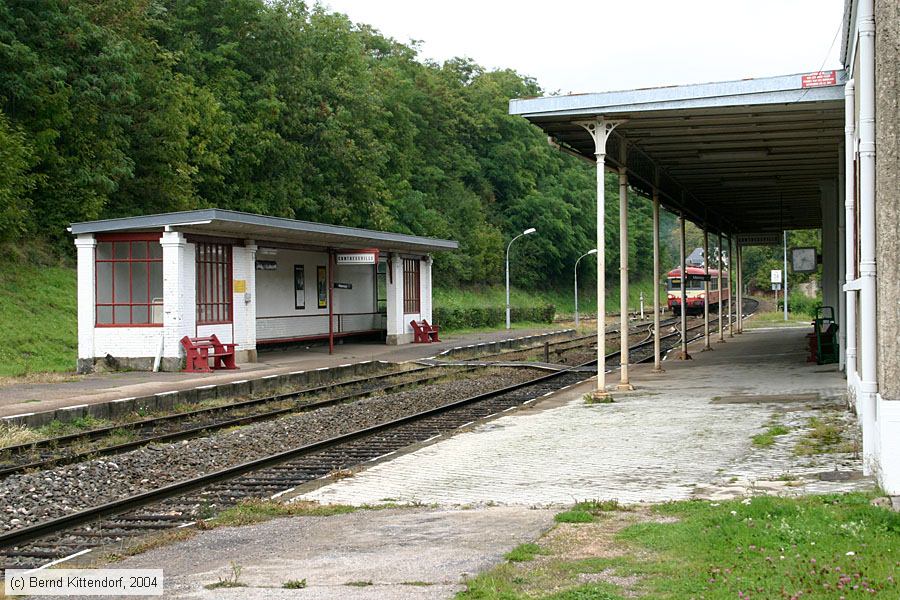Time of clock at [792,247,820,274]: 3:33
